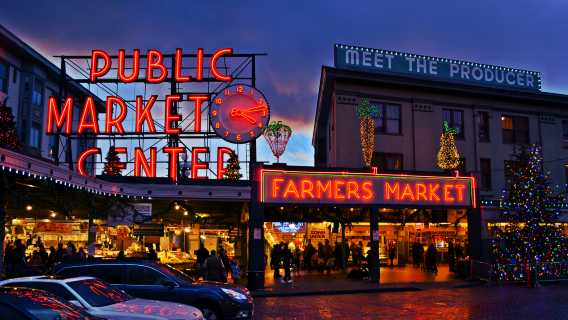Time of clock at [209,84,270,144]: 4:13
